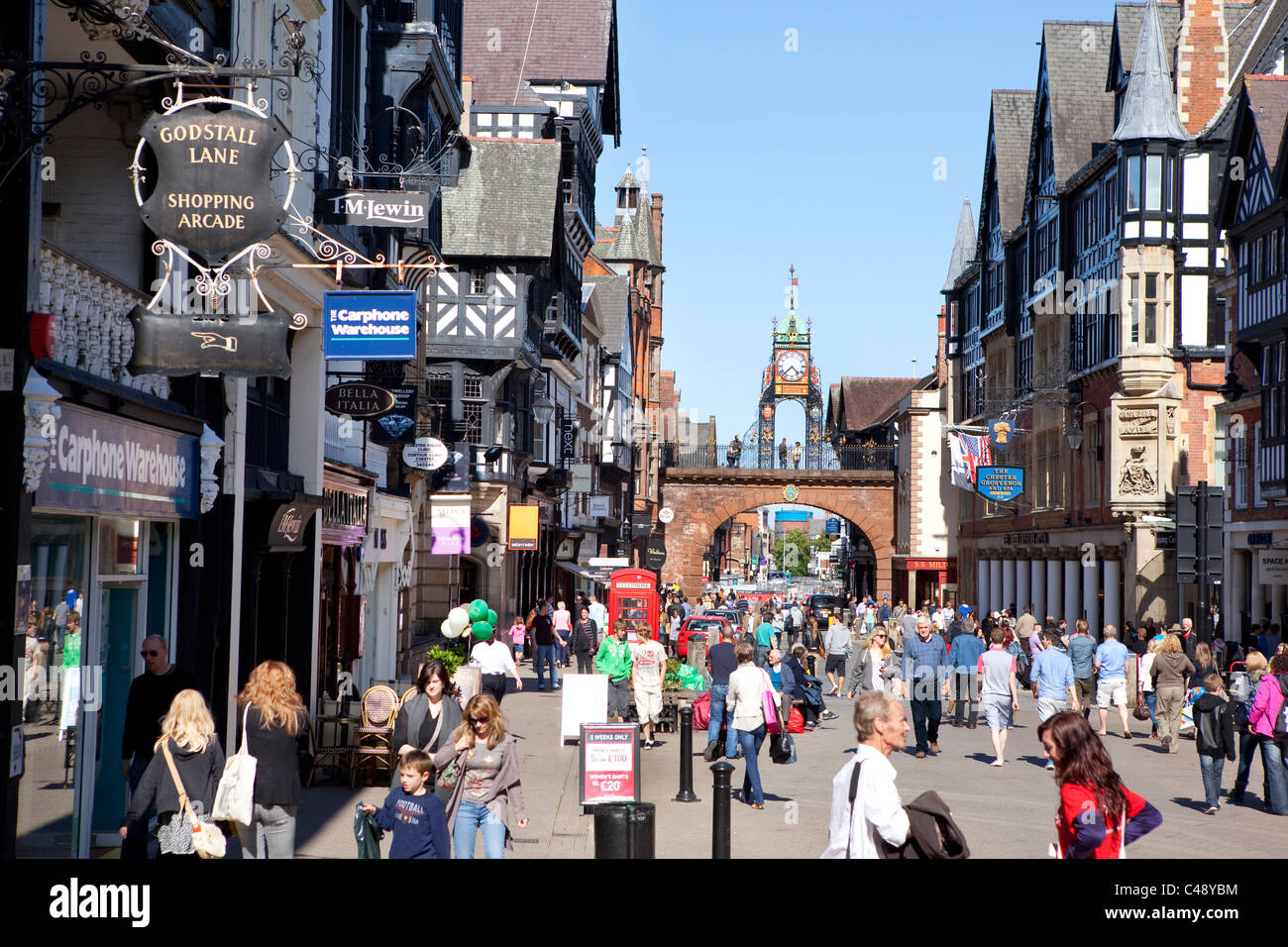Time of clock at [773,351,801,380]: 4:37
